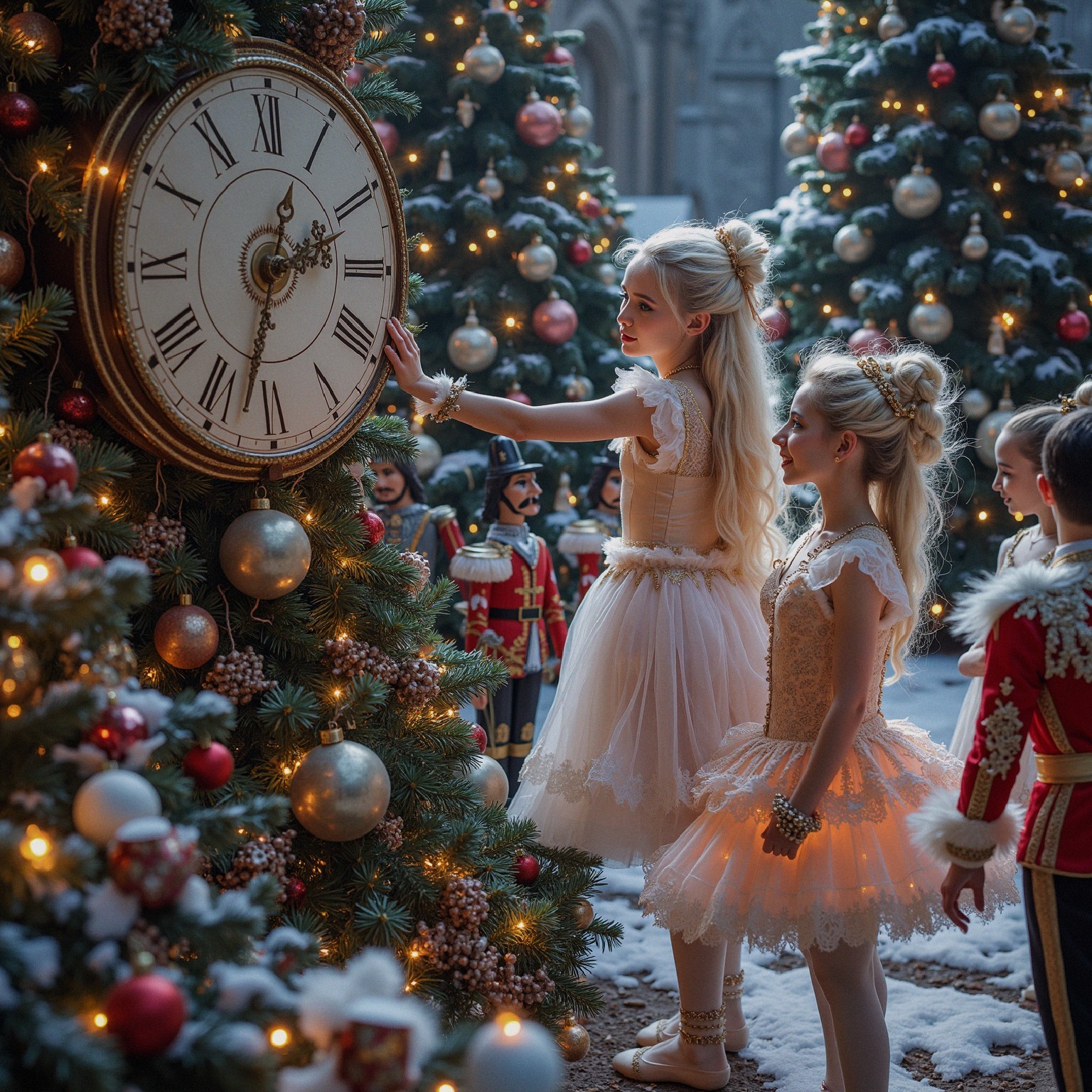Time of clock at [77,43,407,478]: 2:32
